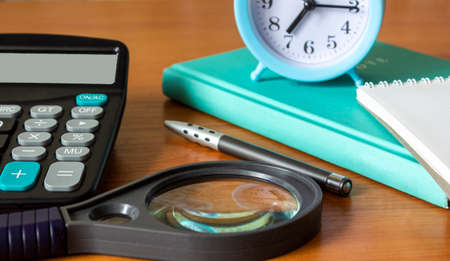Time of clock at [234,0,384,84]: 7:15
